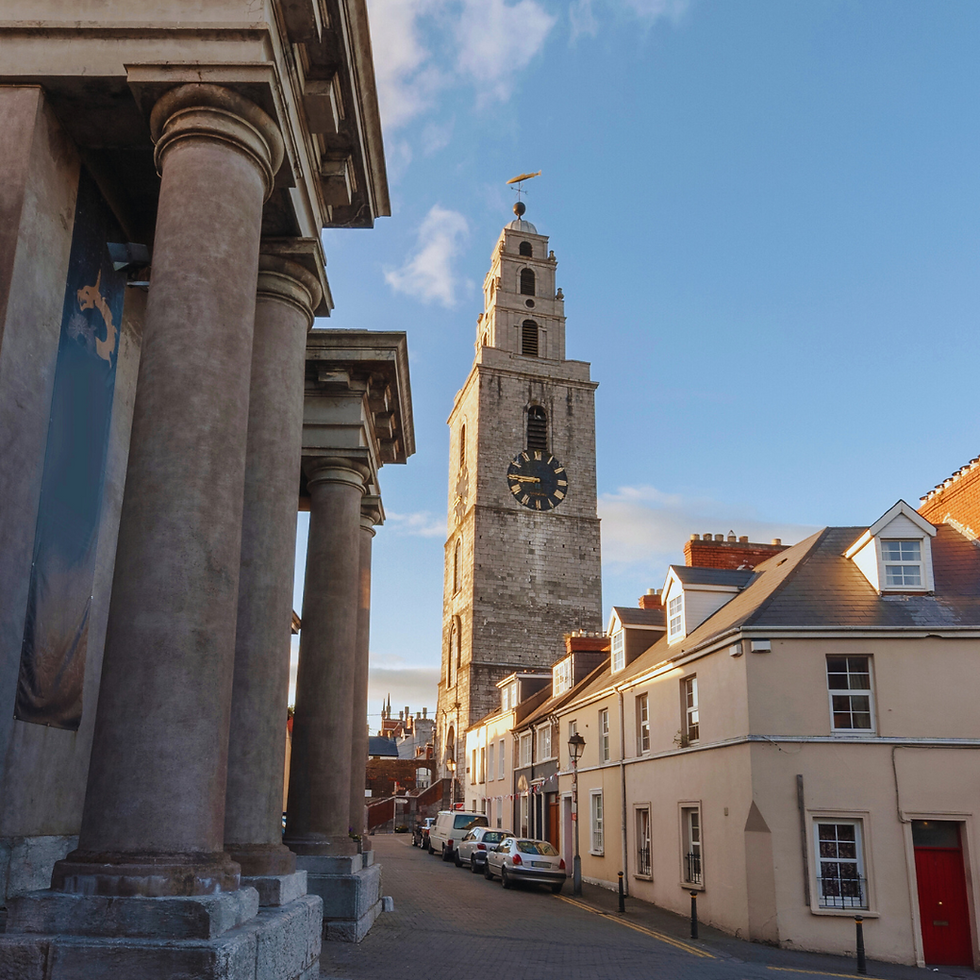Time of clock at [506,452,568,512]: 8:45
